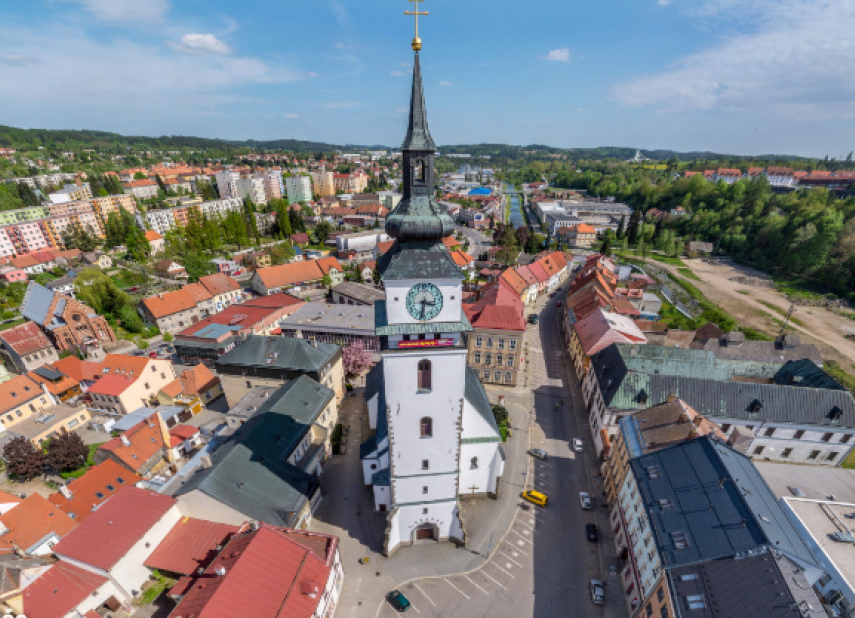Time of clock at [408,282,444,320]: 3:32
